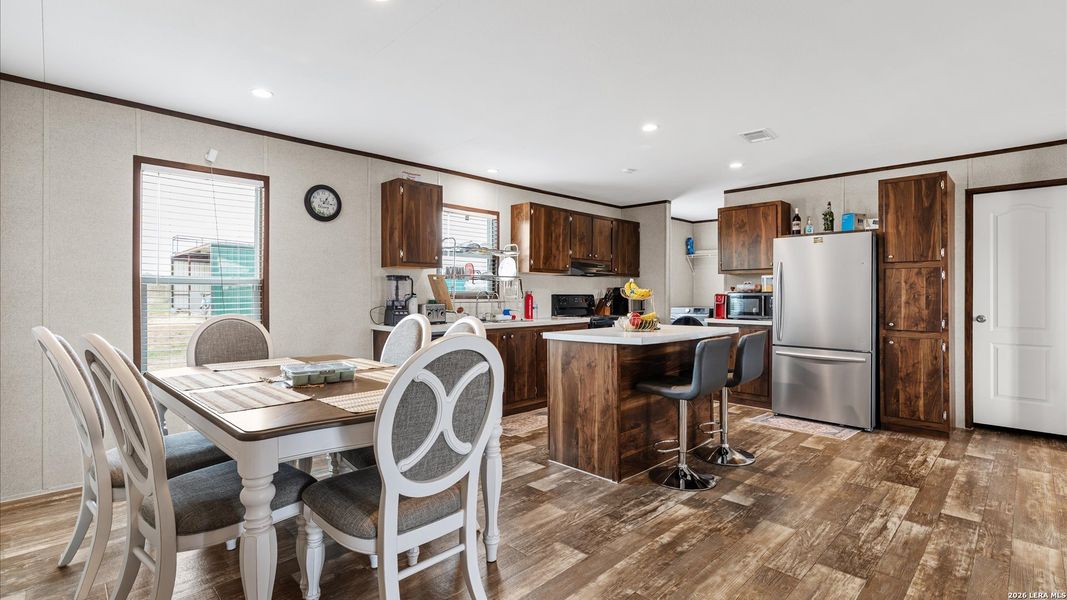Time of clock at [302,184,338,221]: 1:16
